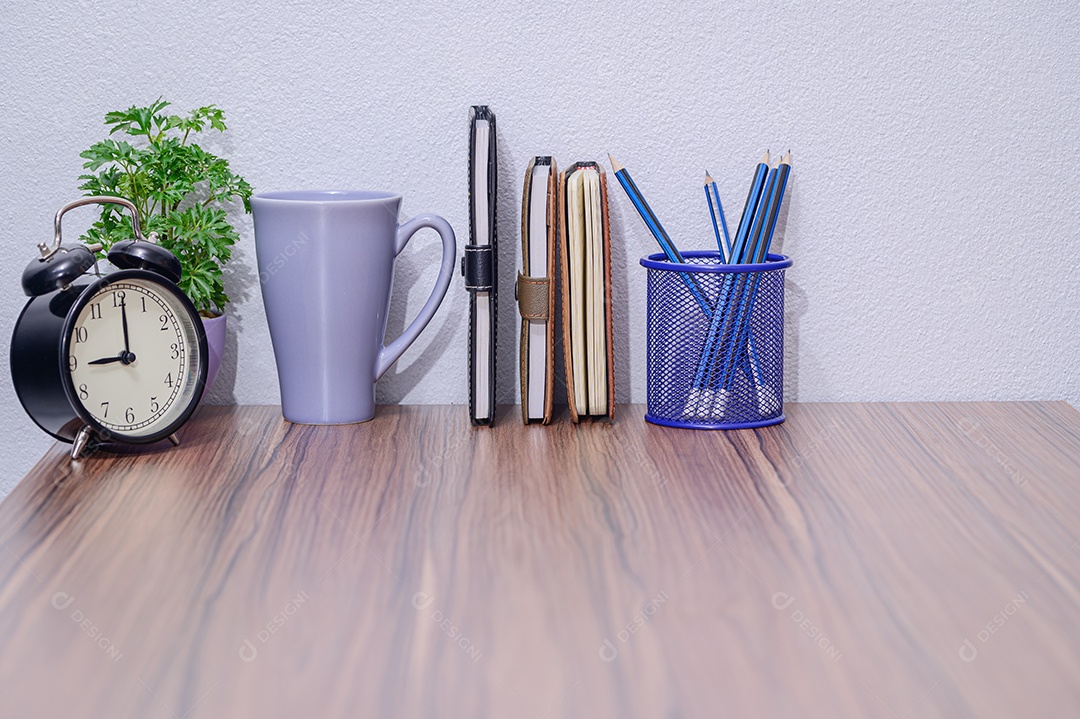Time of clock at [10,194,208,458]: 9:00
